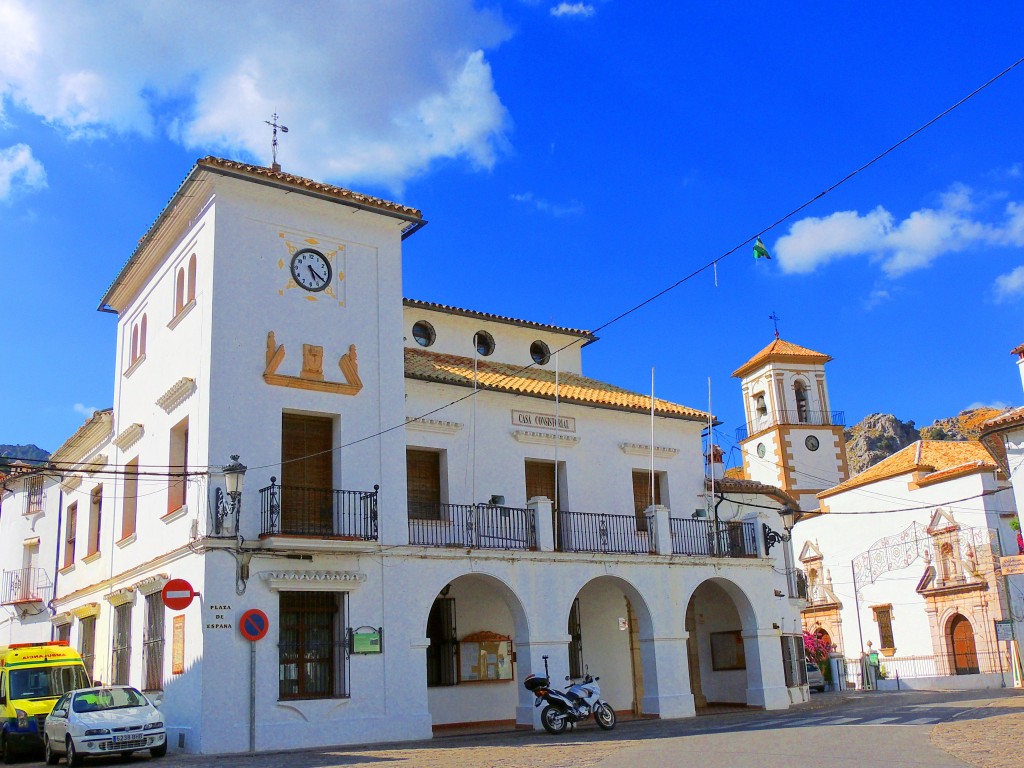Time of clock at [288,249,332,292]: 5:20
